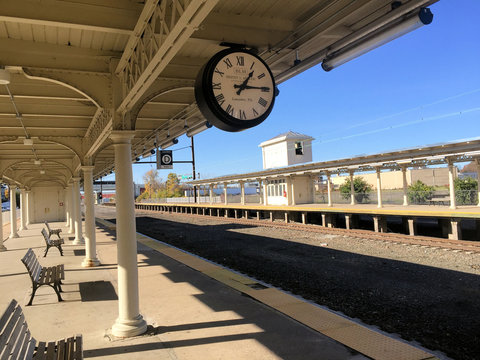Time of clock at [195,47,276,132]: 1:14
